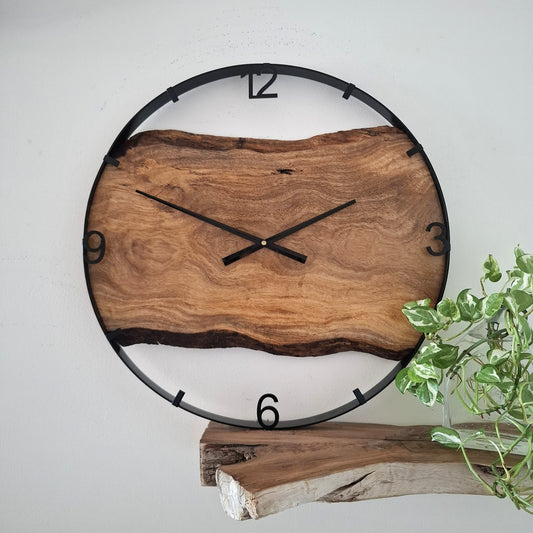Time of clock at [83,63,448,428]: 1:49
